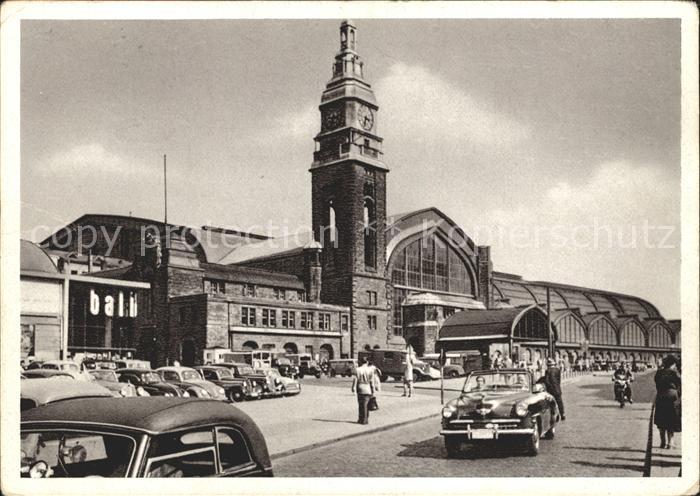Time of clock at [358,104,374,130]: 3:32
